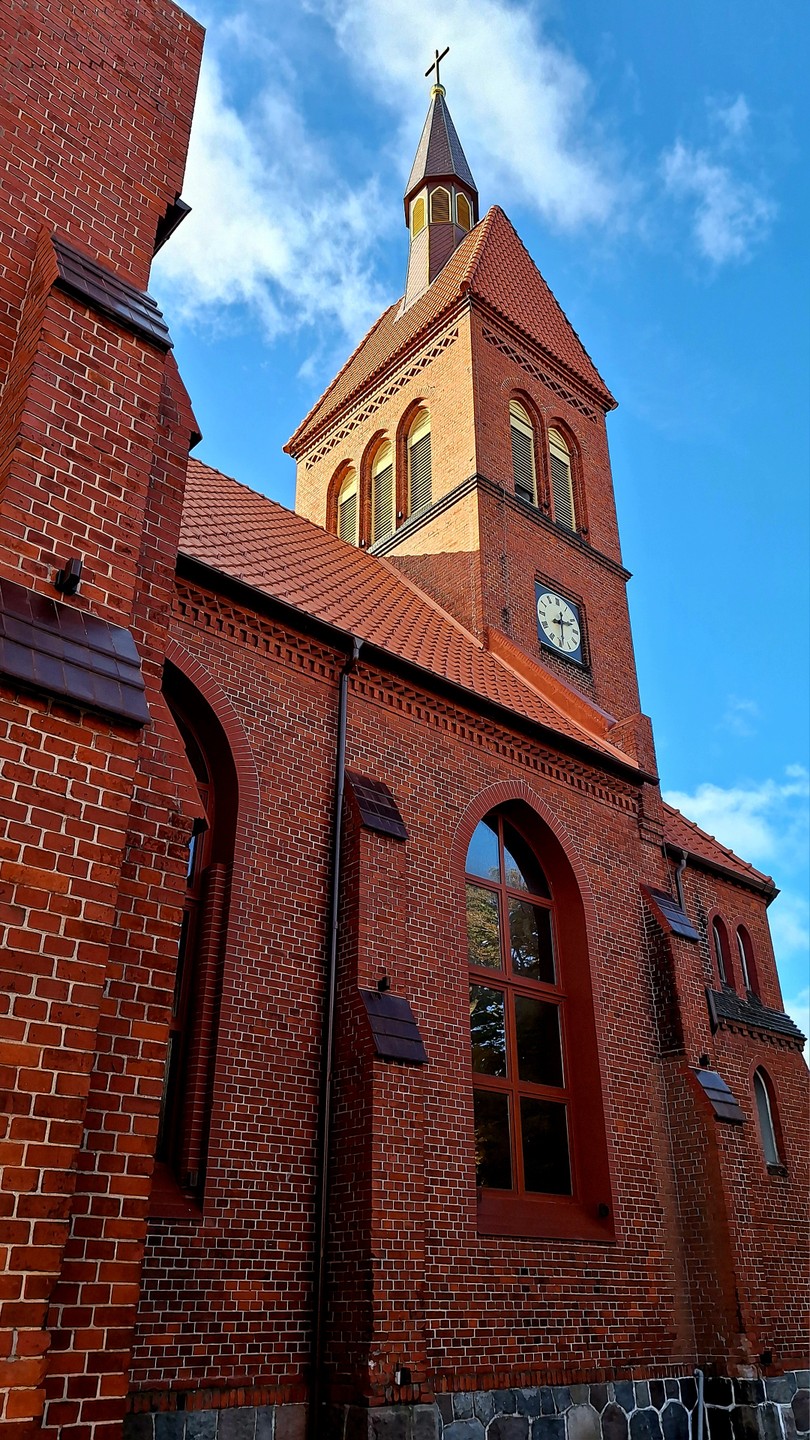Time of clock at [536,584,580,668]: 2:29
